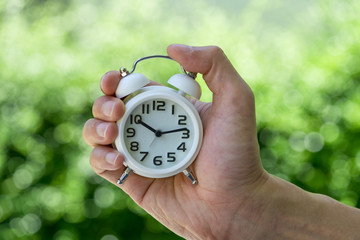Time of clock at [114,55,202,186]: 10:13
